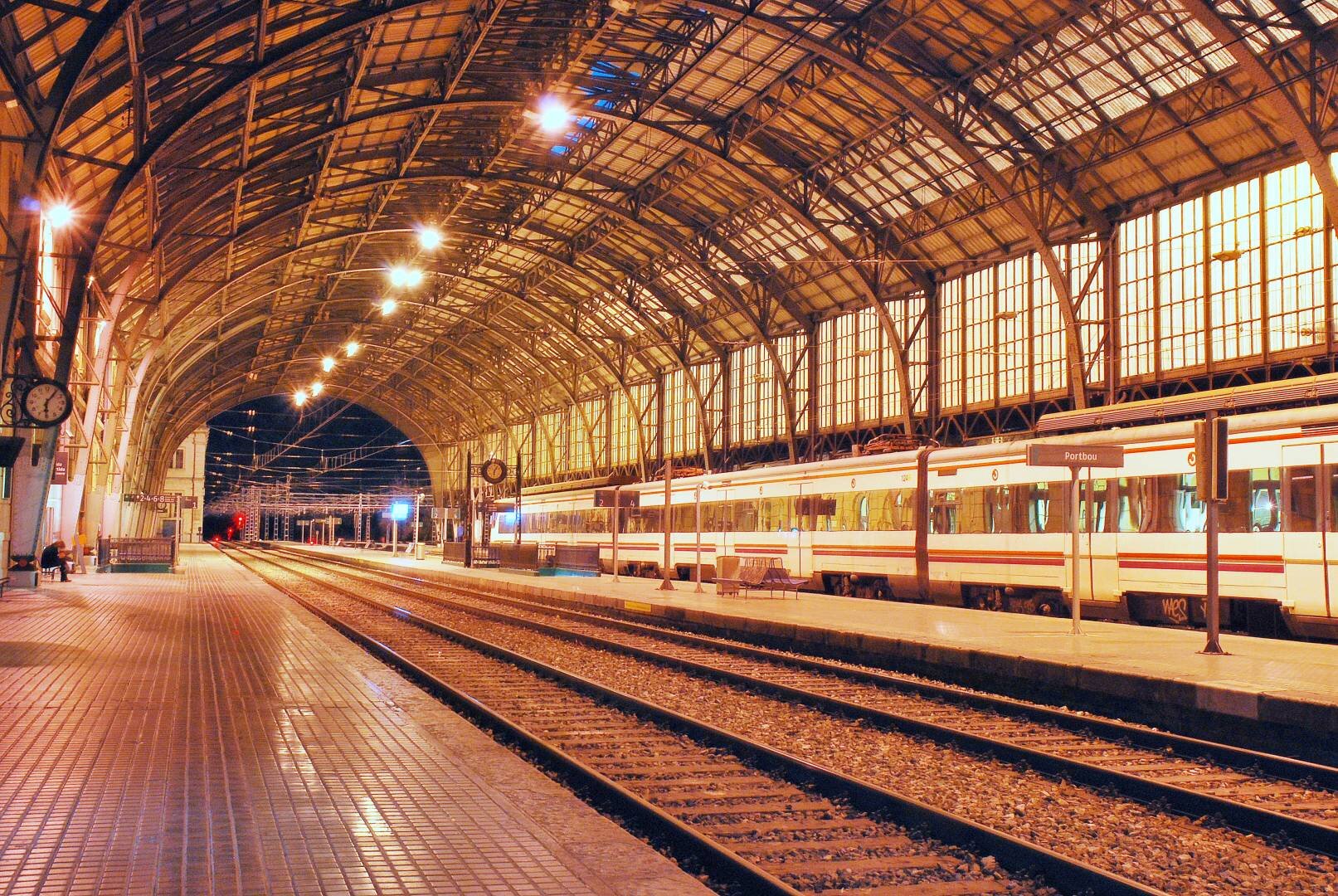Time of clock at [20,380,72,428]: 6:06
